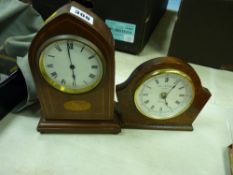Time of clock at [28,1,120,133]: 5:59
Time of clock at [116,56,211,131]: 5:06
